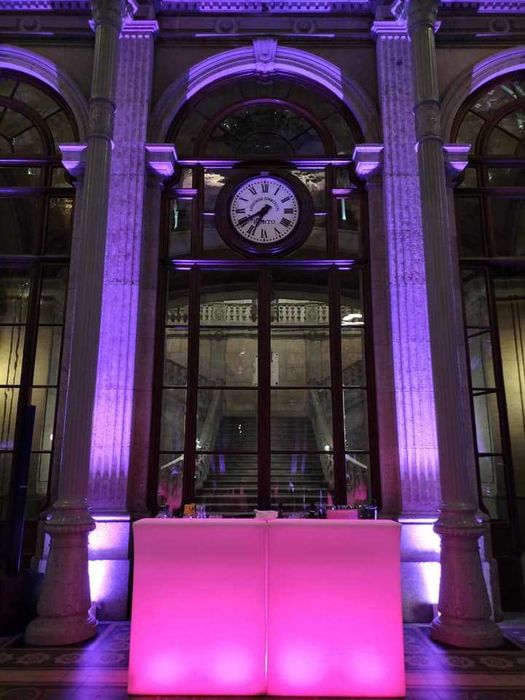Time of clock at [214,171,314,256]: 7:34
